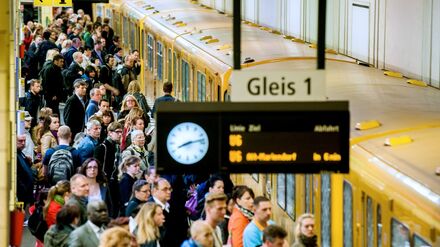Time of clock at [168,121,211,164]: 8:12
